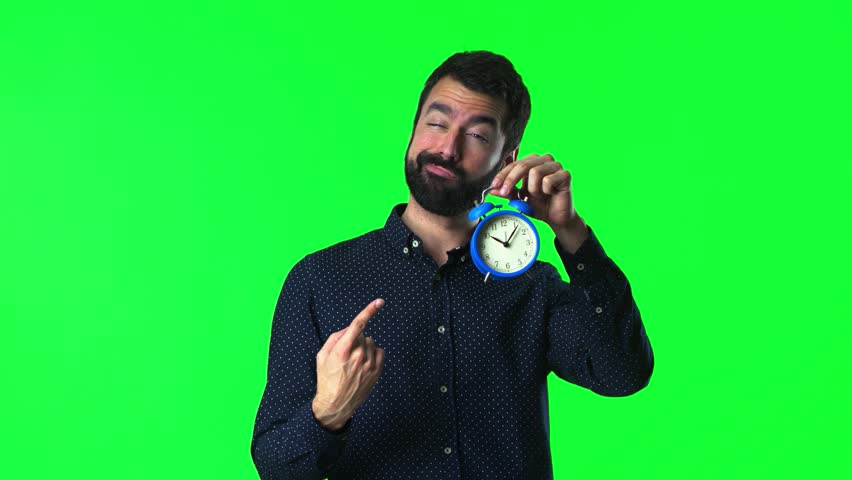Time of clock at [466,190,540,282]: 10:06
